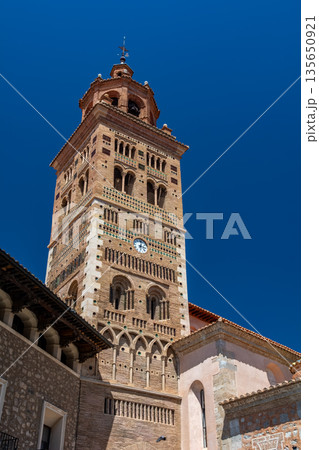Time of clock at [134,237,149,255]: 3:02
